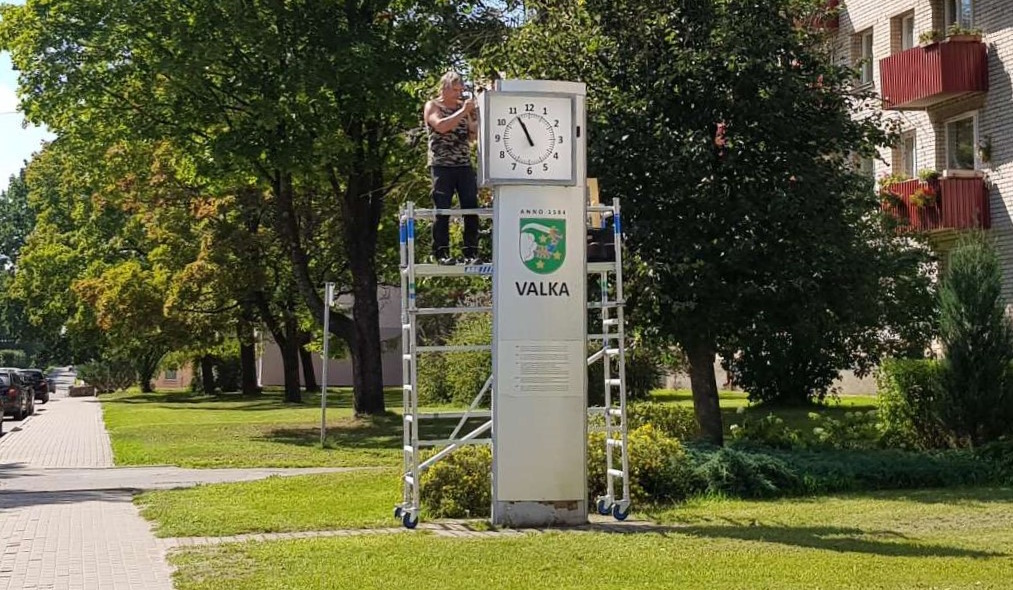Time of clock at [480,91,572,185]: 10:55
